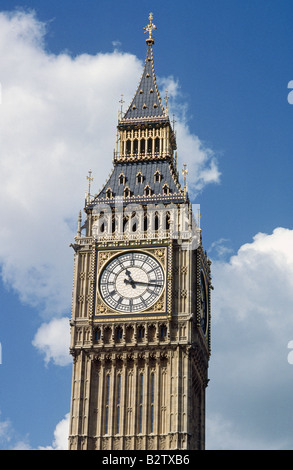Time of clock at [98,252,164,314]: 11:16
